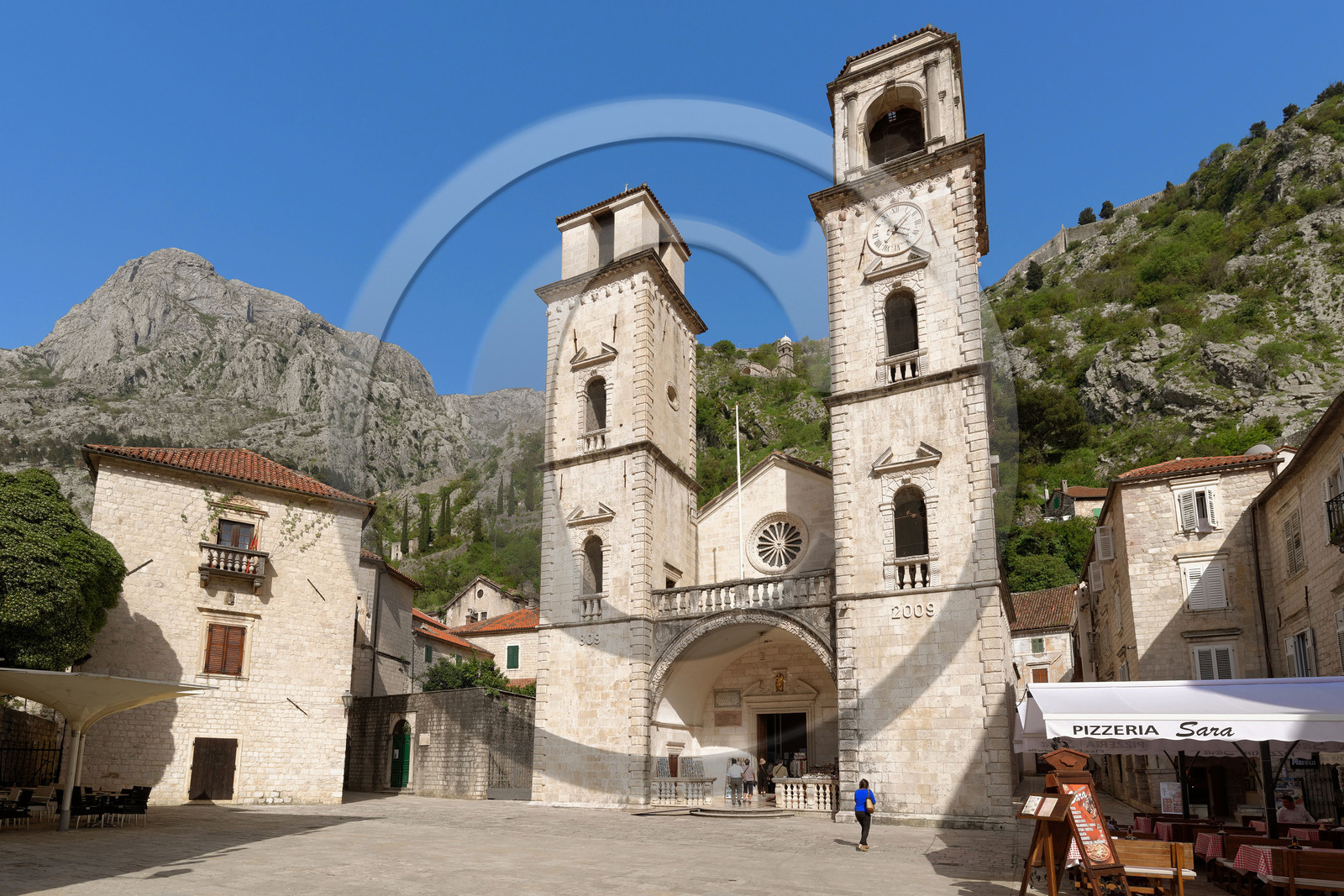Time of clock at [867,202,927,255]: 4:07
